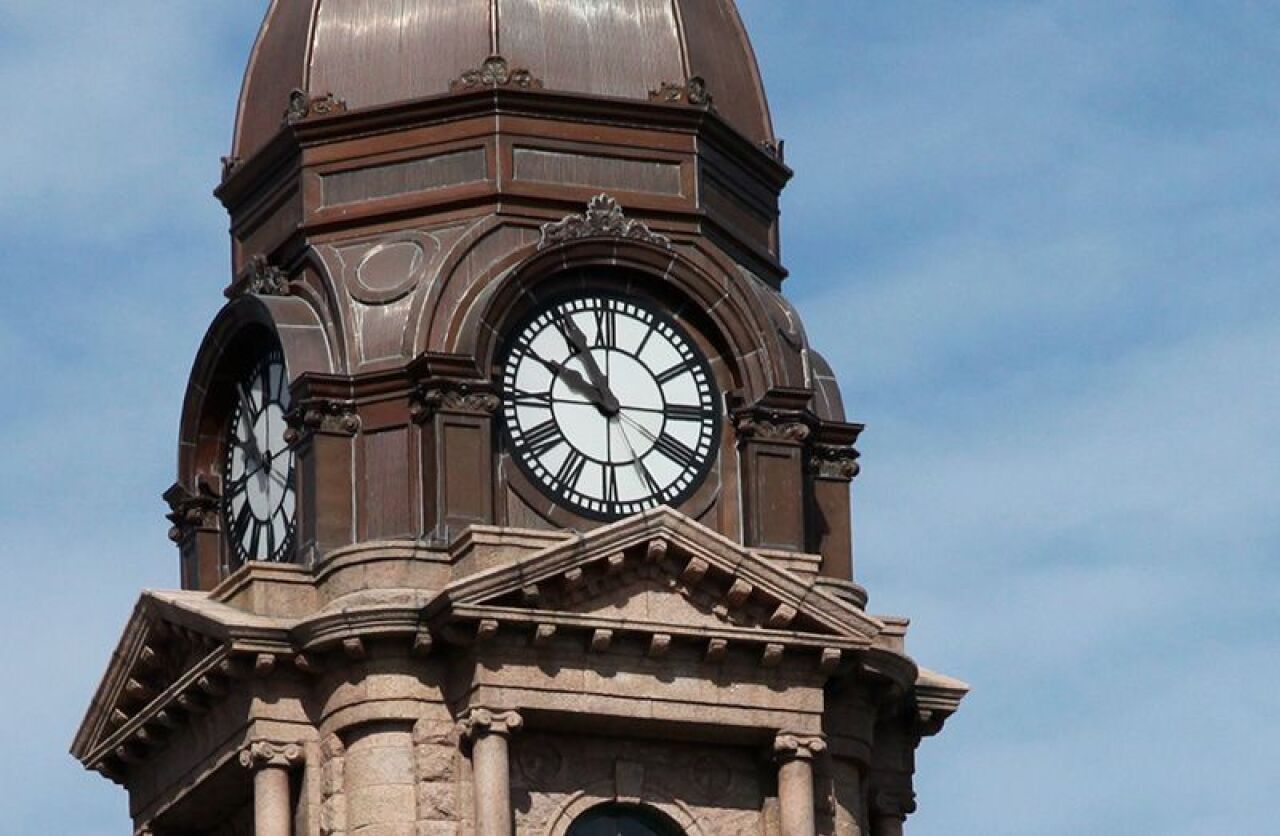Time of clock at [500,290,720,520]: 9:54
